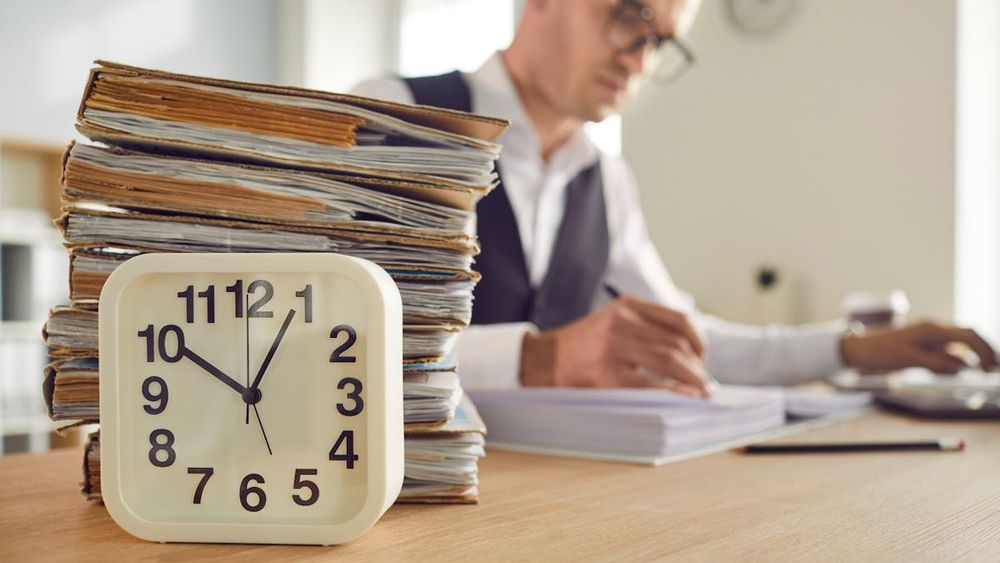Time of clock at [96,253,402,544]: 10:04
